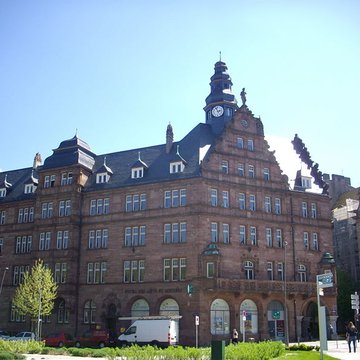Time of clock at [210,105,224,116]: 2:56
